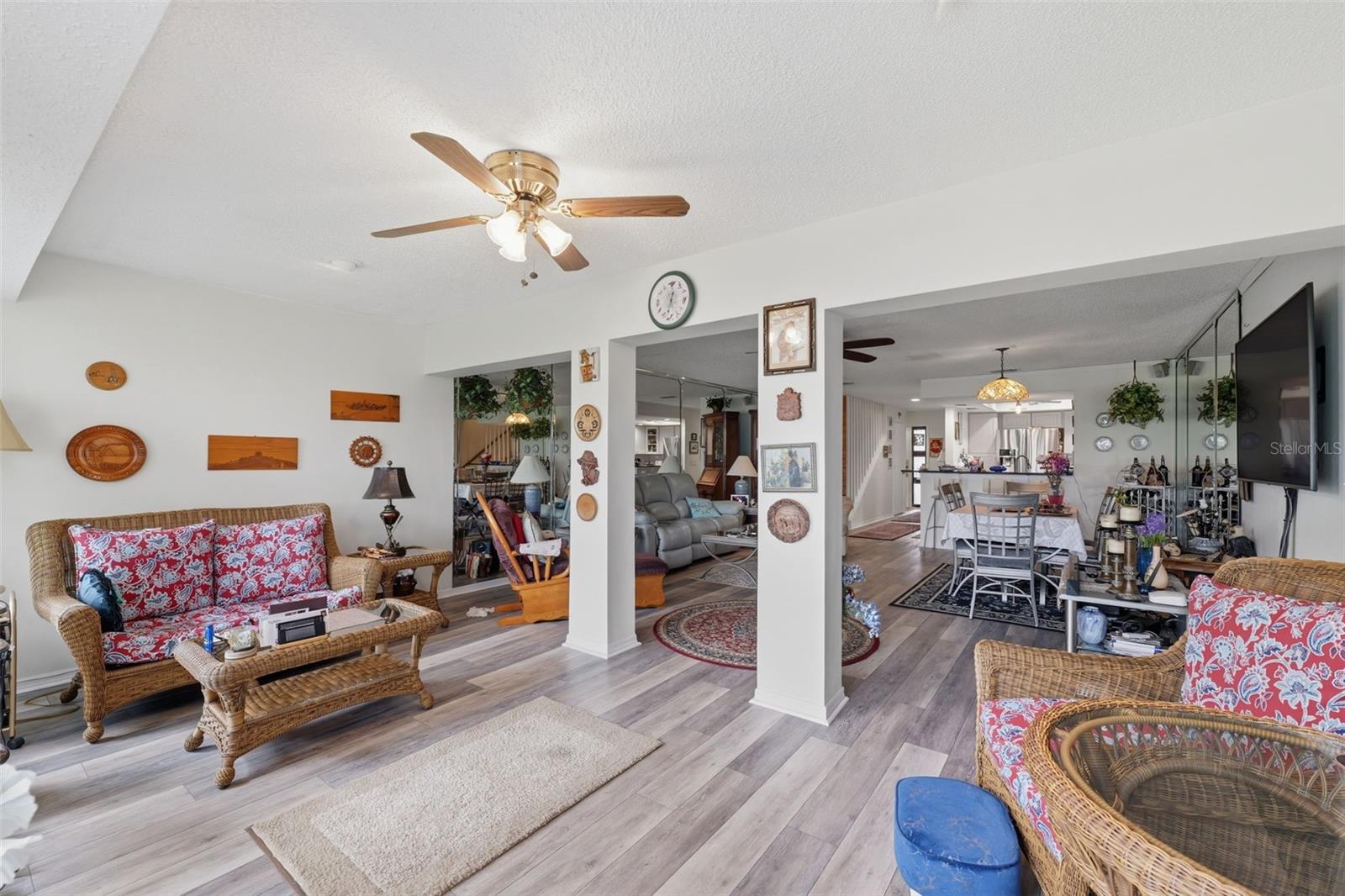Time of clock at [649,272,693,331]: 12:32
